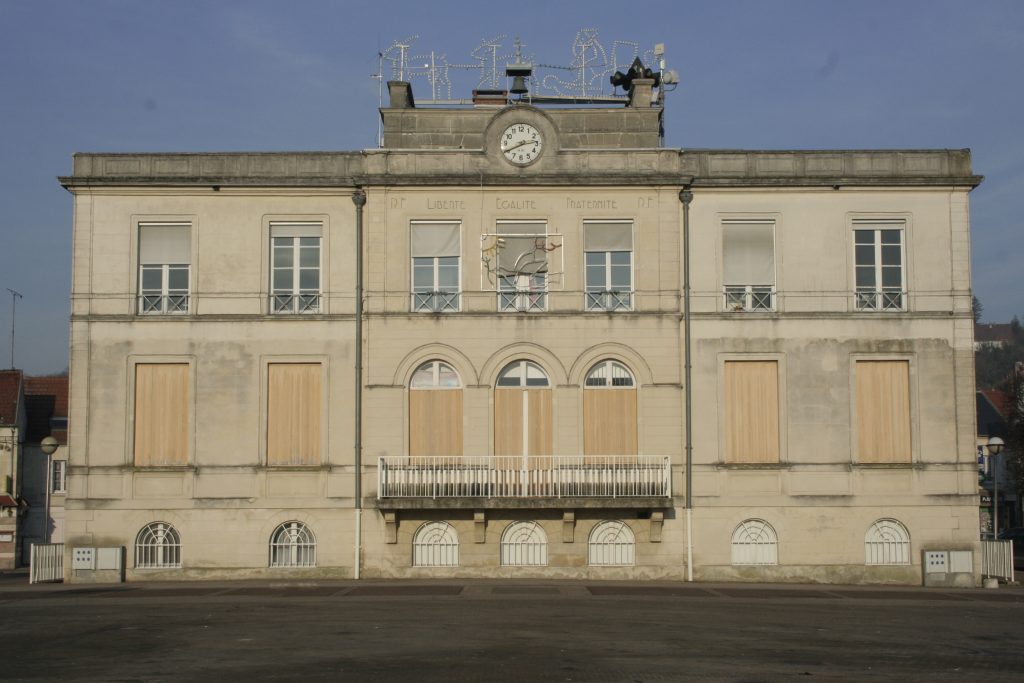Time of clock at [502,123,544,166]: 2:40
